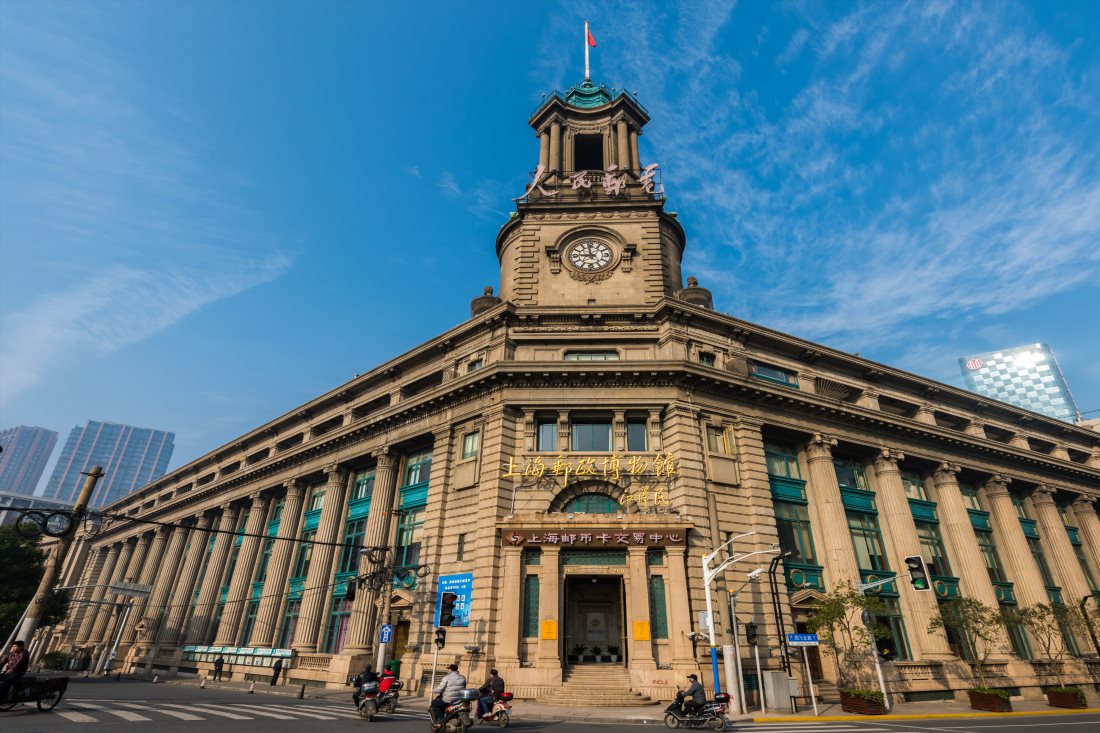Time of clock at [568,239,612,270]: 8:58
